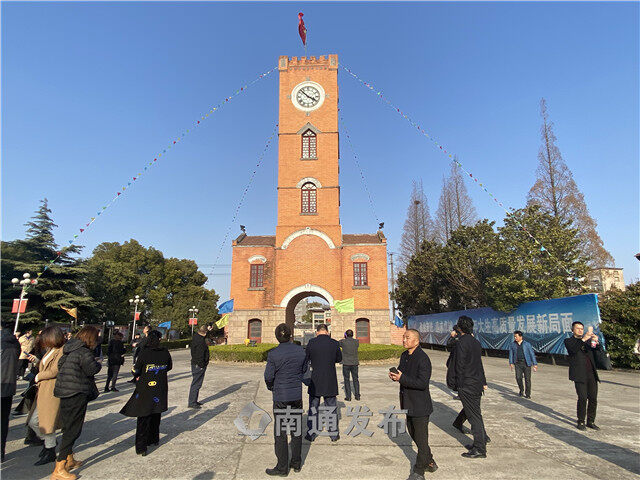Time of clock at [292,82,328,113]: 3:52
